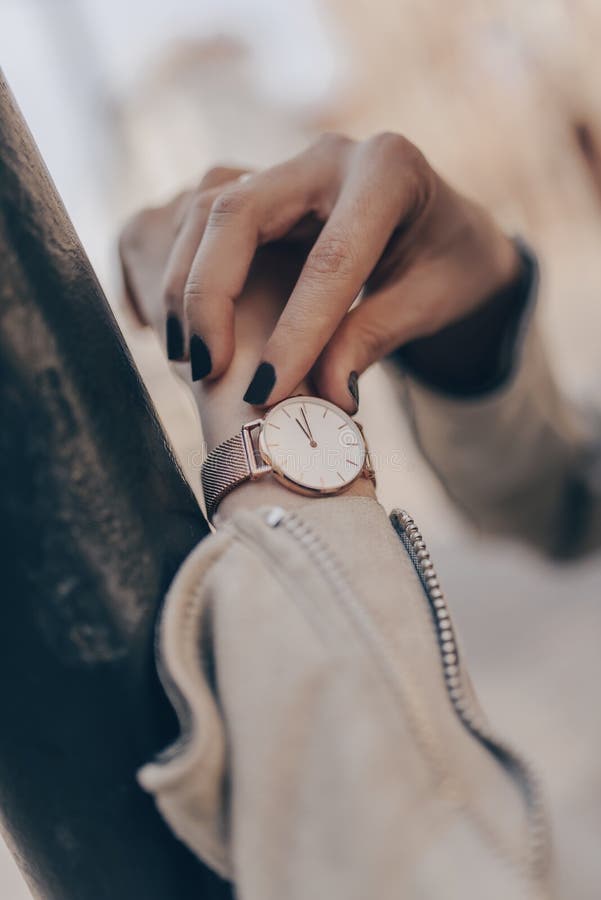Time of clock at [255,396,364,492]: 10:58
